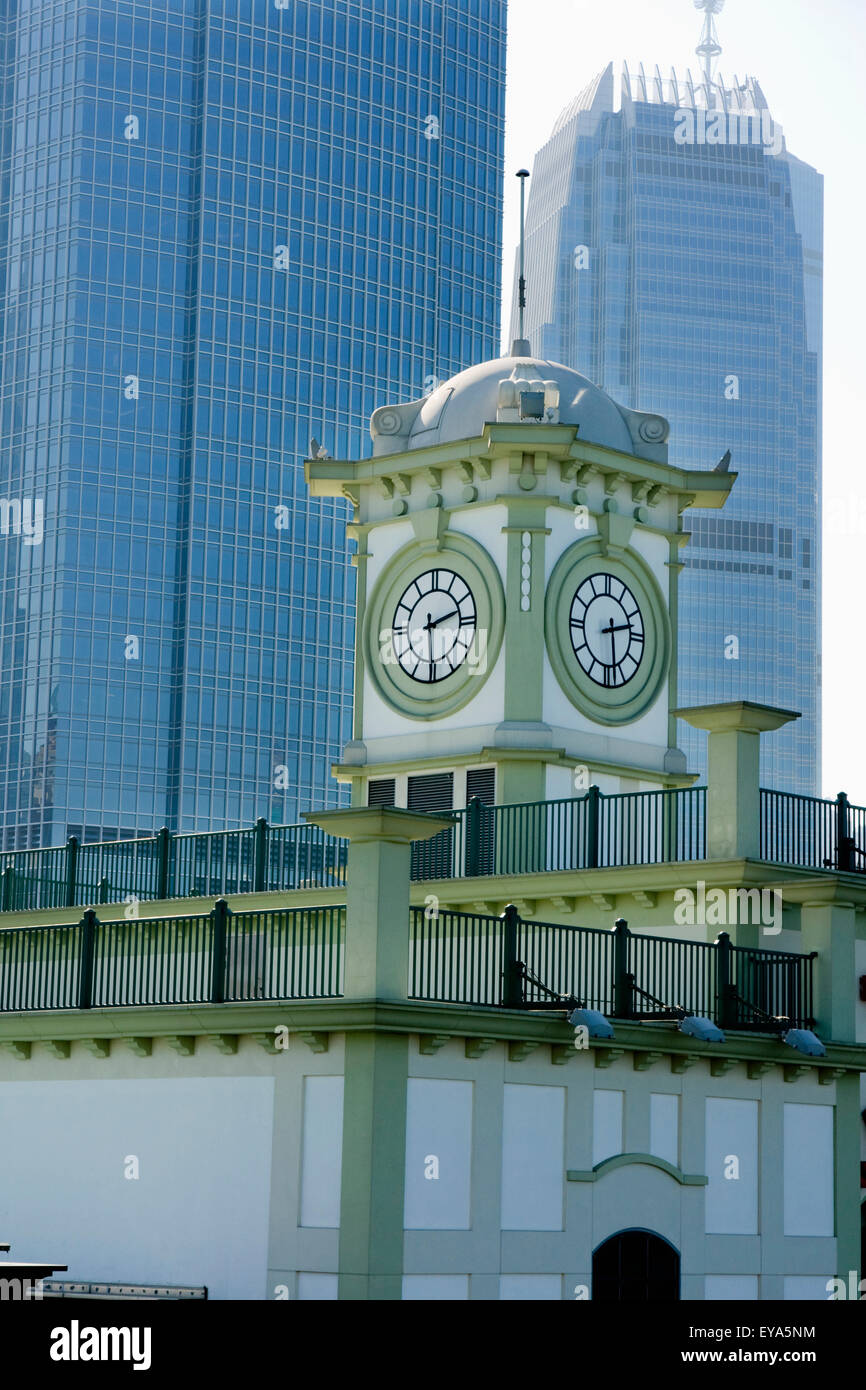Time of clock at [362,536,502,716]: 2:29
